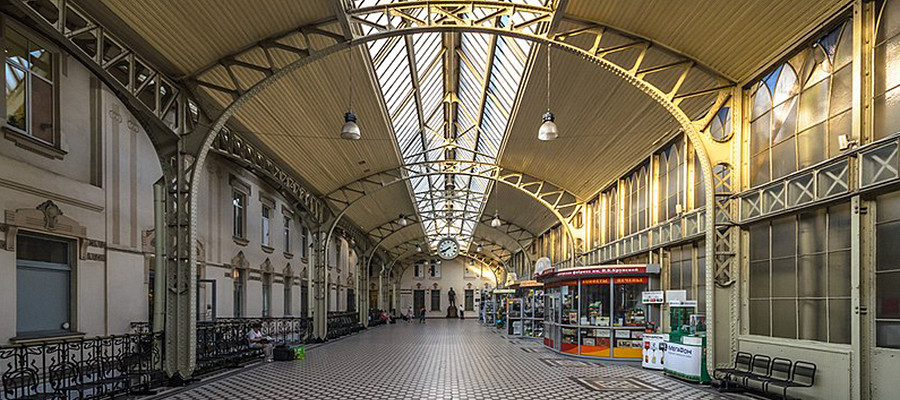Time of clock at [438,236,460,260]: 7:40
